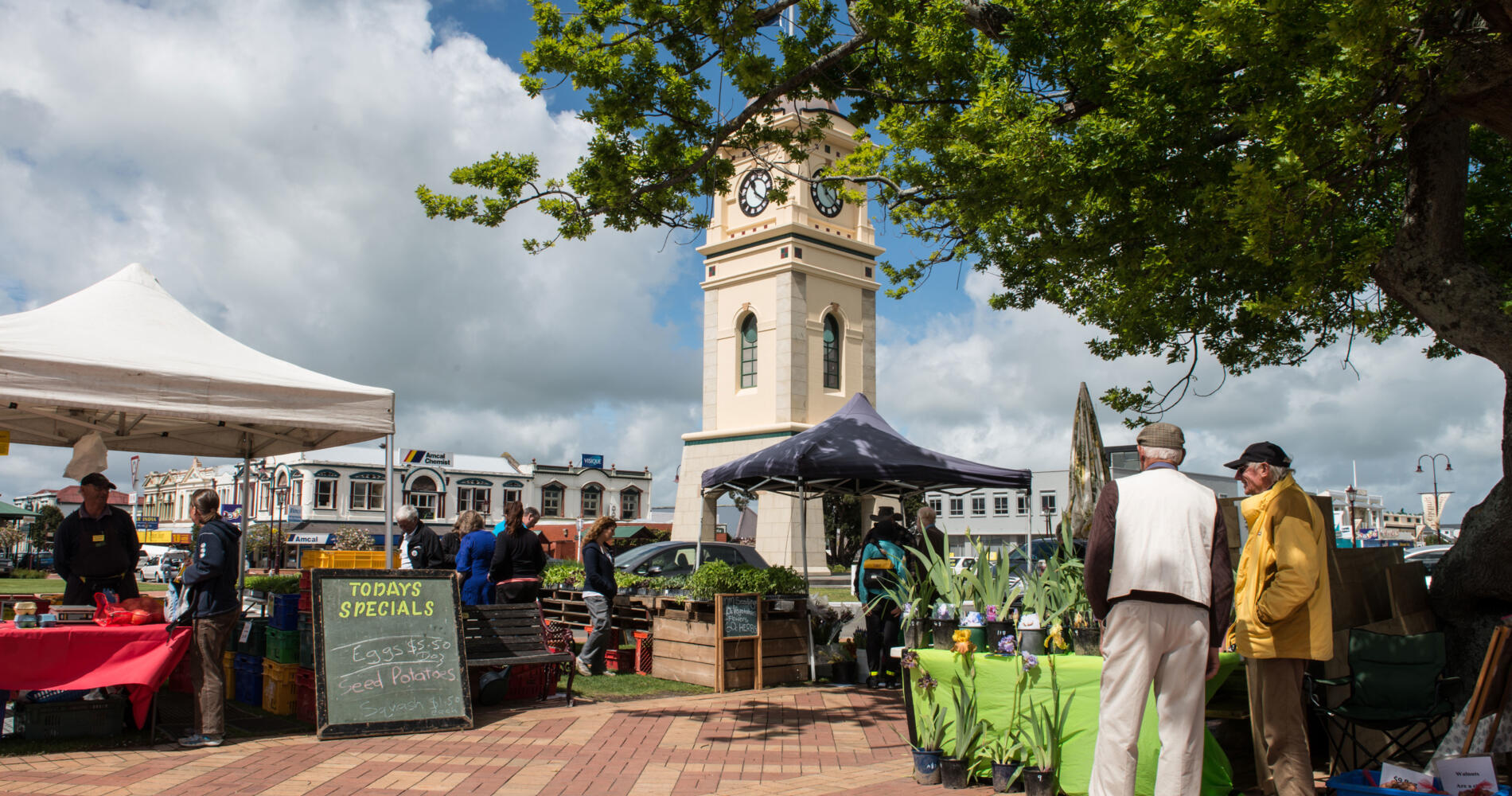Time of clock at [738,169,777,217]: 11:20
